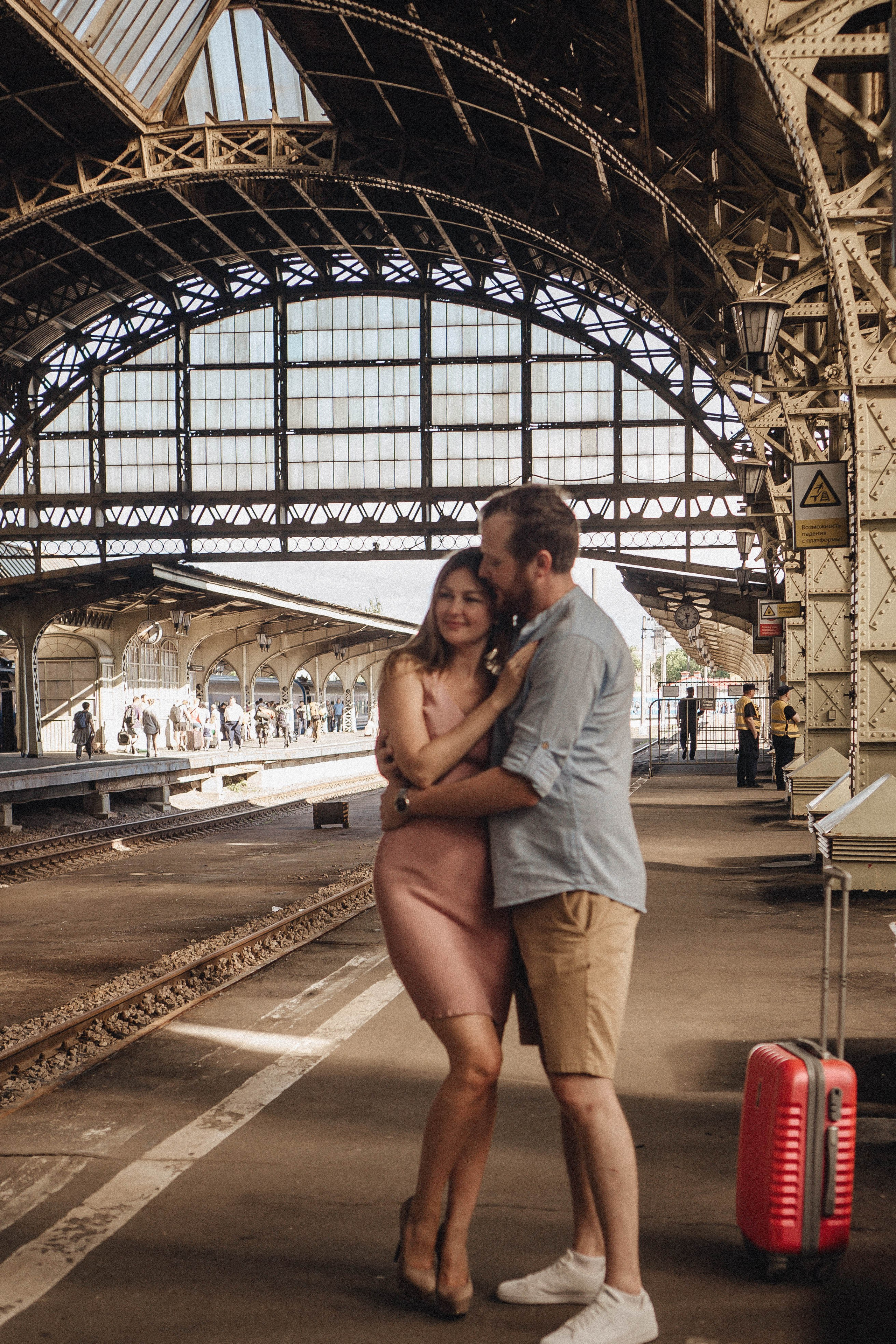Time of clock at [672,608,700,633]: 5:37
